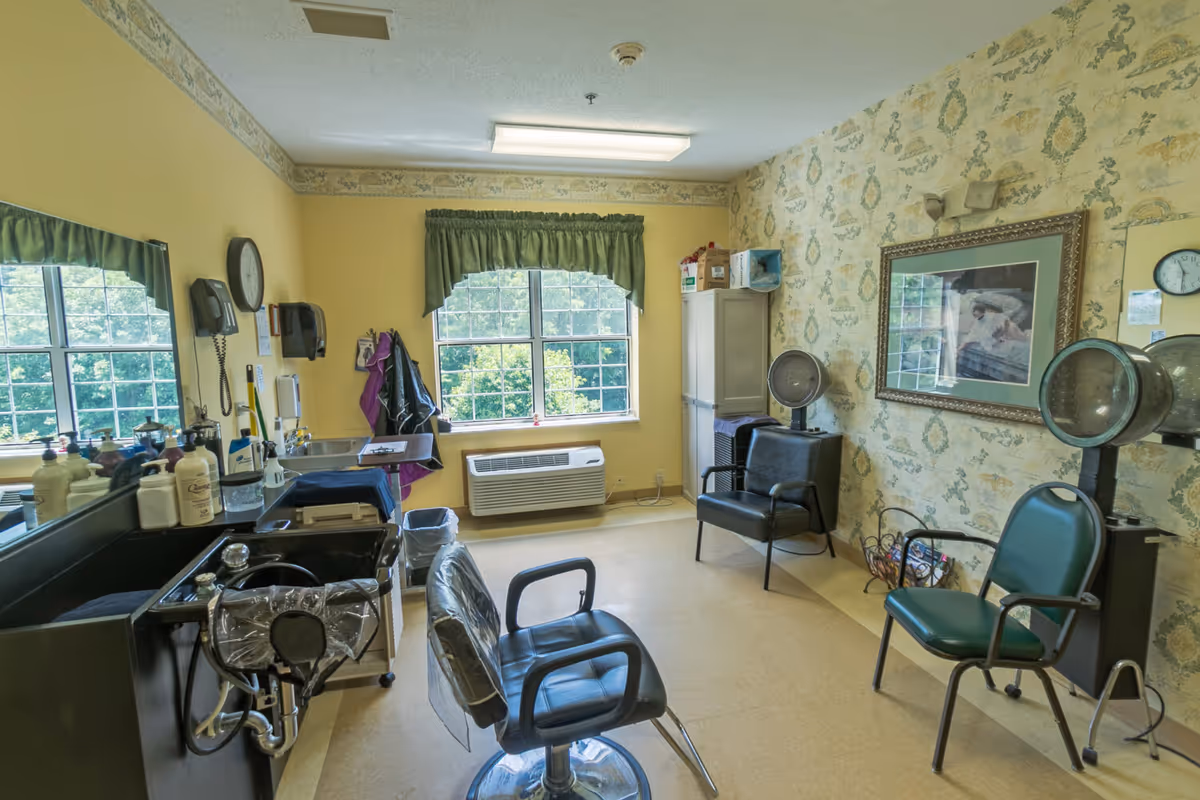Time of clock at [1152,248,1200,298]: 11:30
